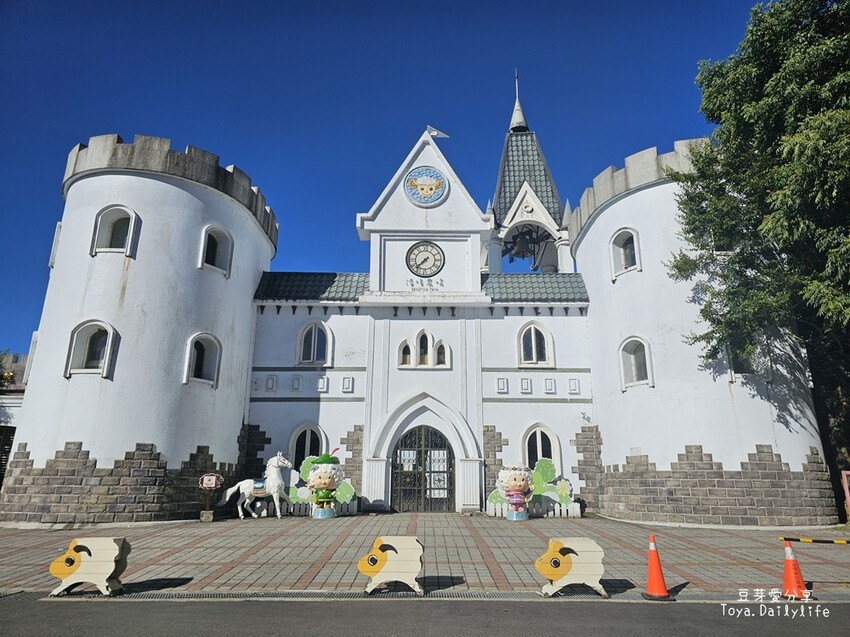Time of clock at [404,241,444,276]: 7:37
